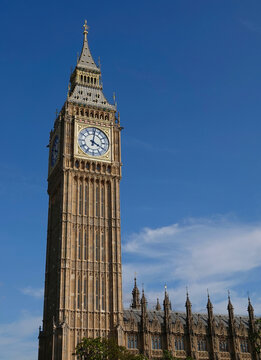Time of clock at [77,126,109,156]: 4:01
